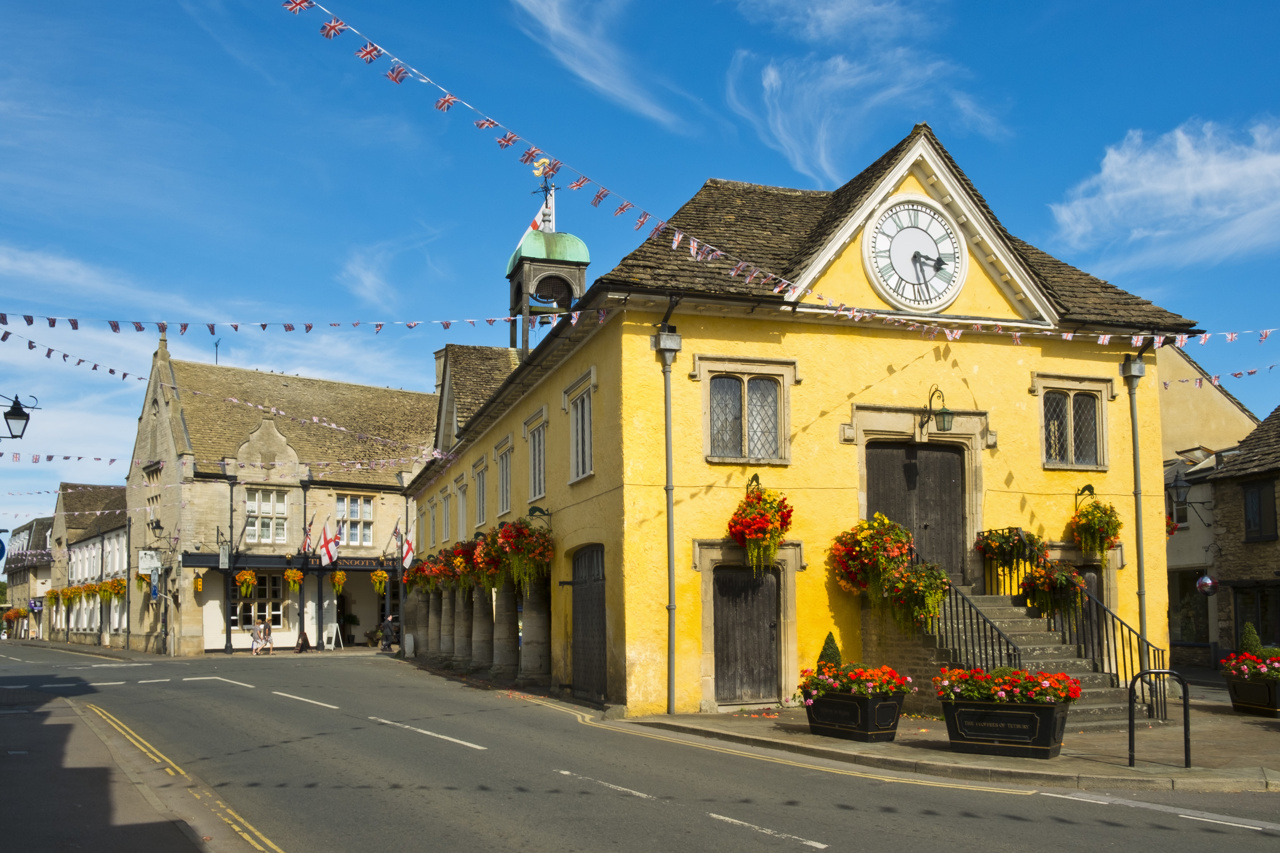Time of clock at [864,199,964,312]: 3:27
